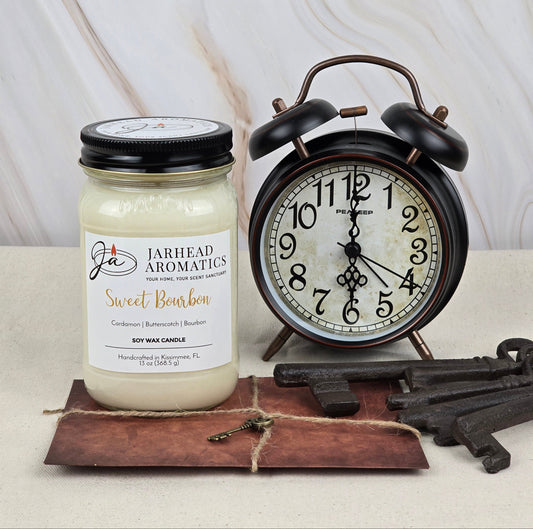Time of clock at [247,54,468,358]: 5:59
